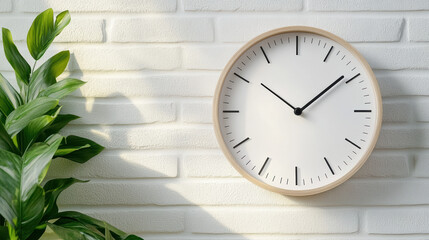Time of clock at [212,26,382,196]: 10:09
